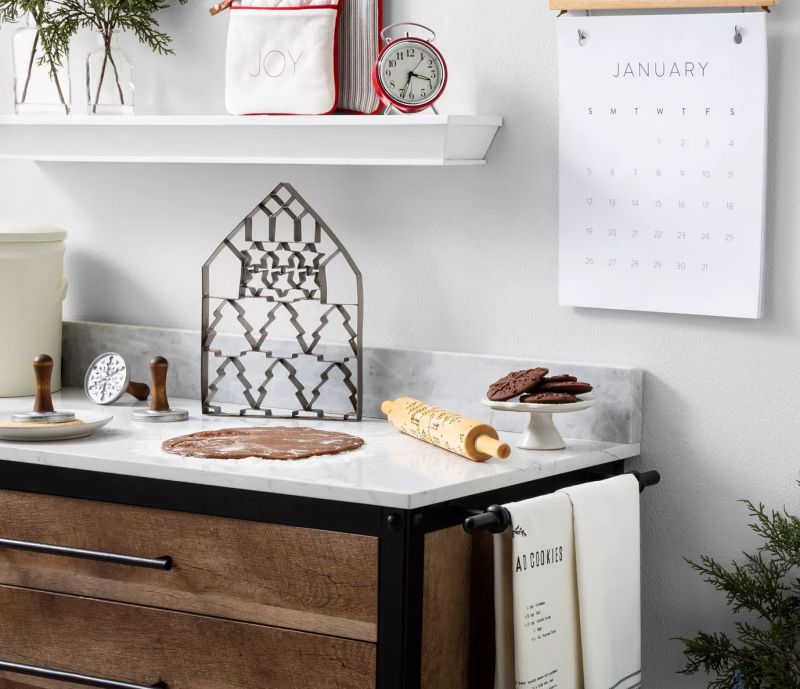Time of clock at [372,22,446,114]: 3:33
